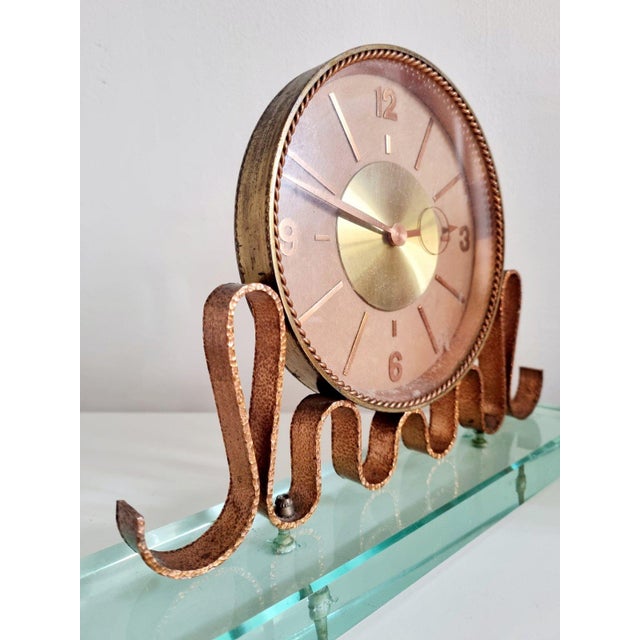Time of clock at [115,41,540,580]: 3:47
